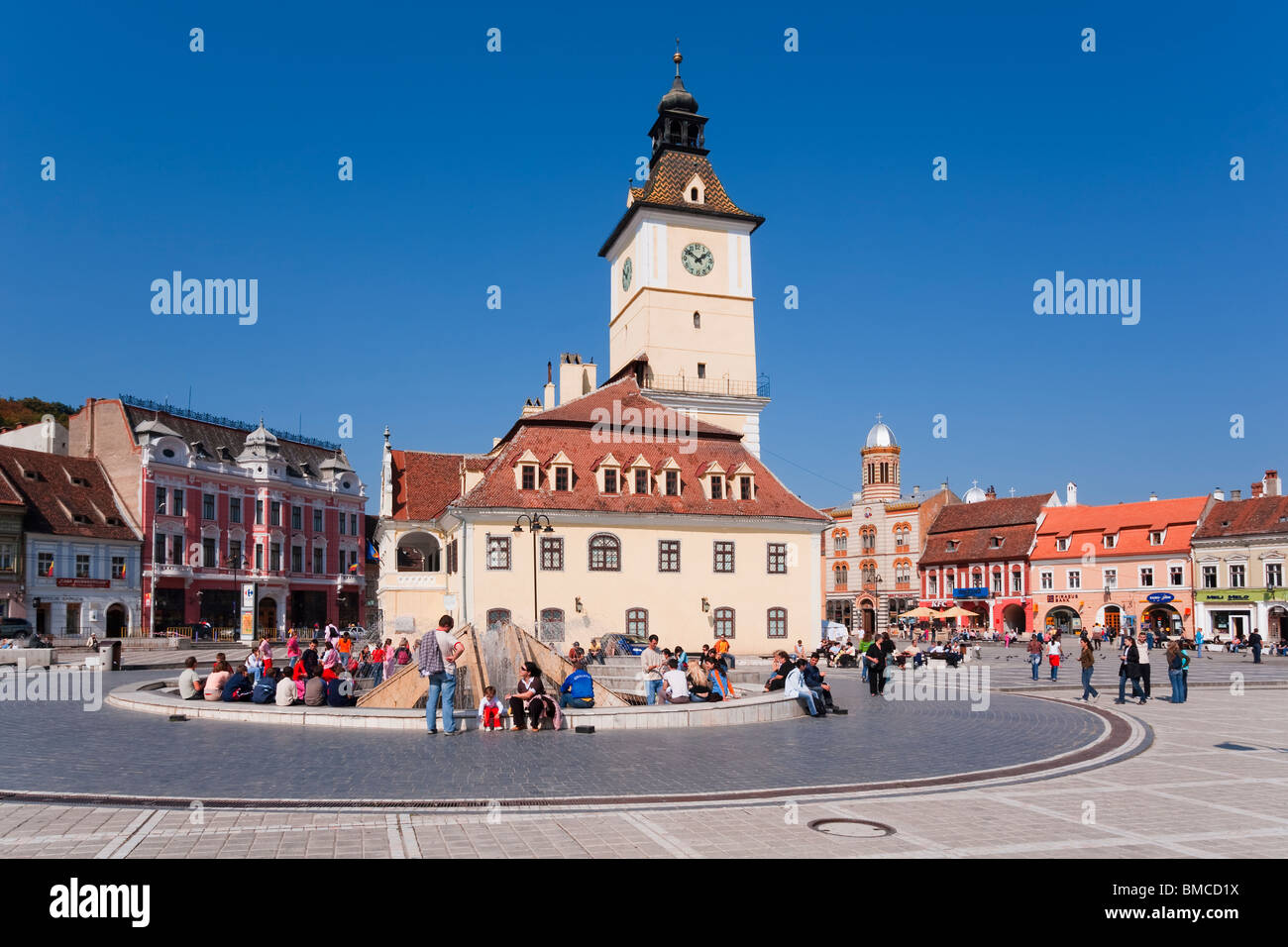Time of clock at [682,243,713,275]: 1:51
